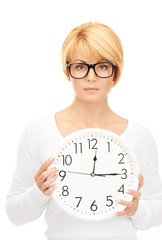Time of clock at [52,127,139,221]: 12:14
